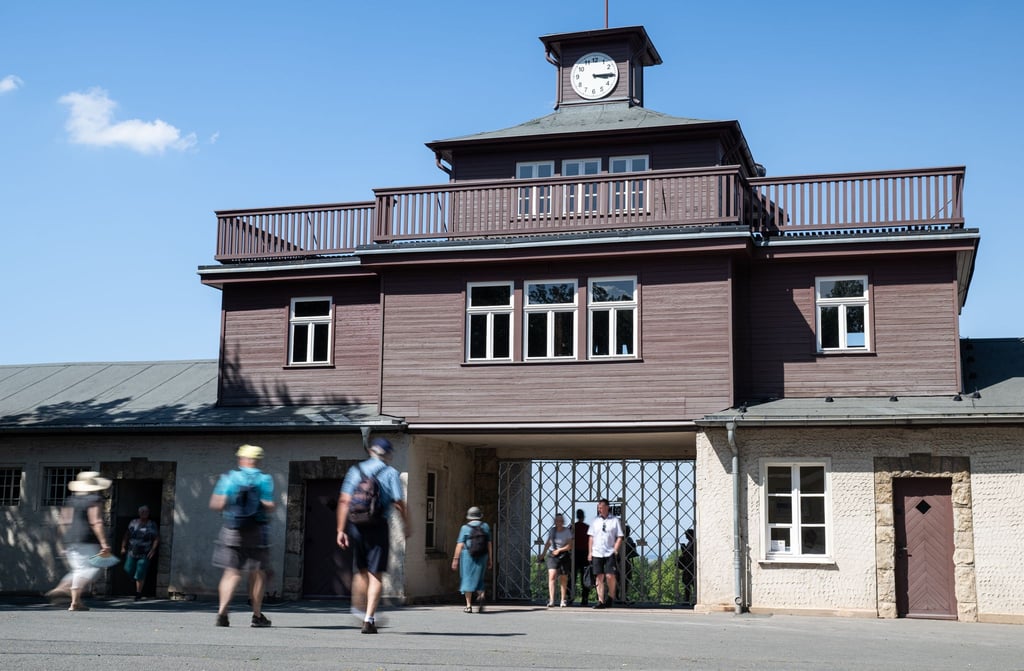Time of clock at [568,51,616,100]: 3:14
